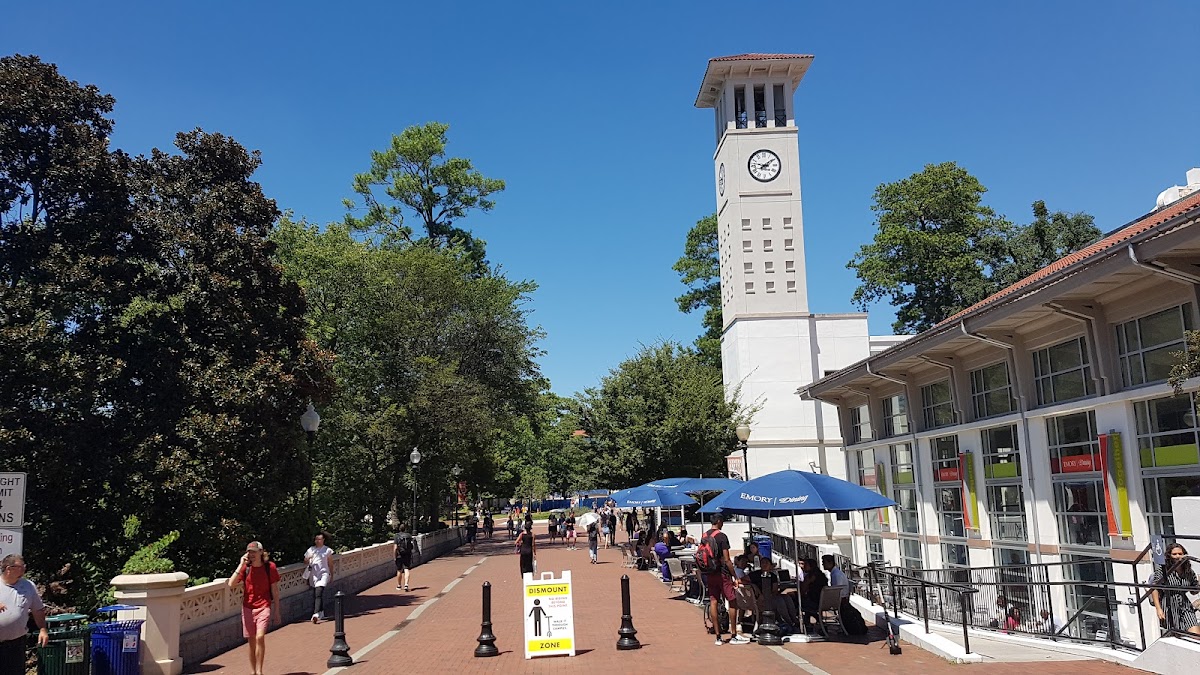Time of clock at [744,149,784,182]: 3:09
